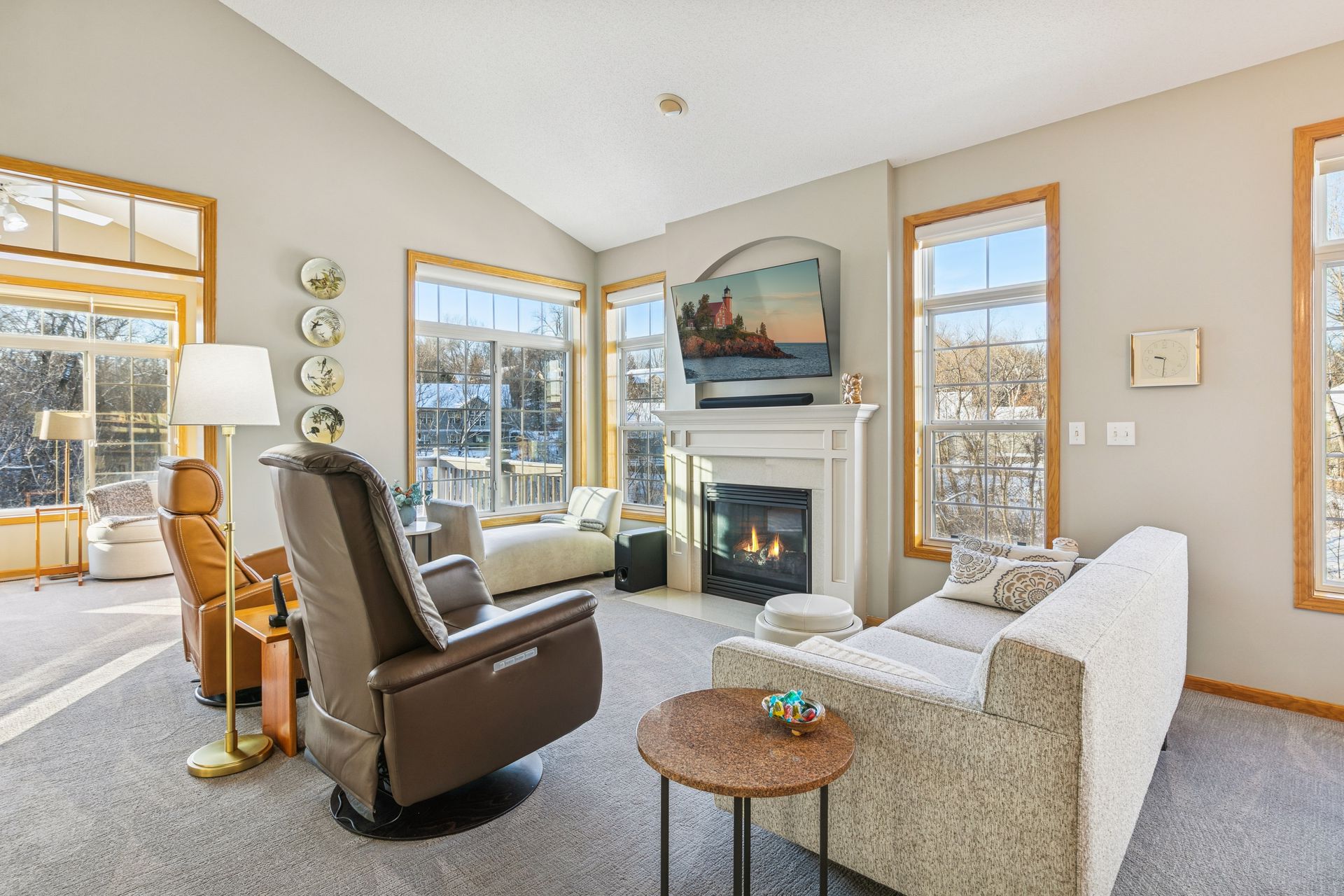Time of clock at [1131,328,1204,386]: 9:31
